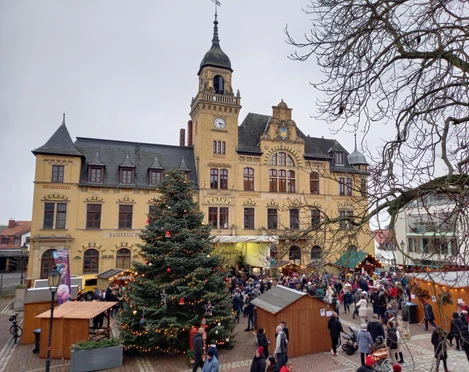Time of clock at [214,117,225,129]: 3:26
